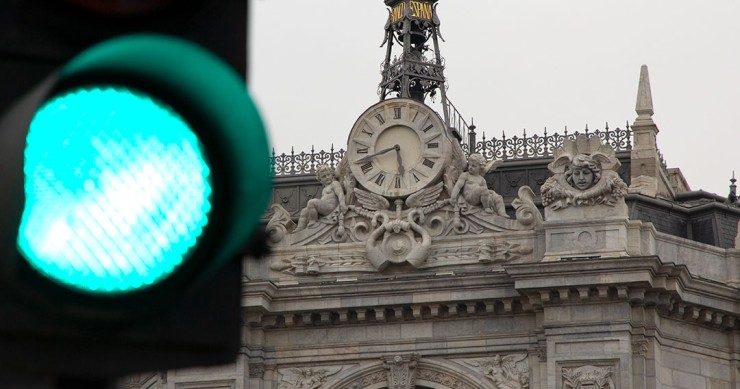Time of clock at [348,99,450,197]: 5:42
